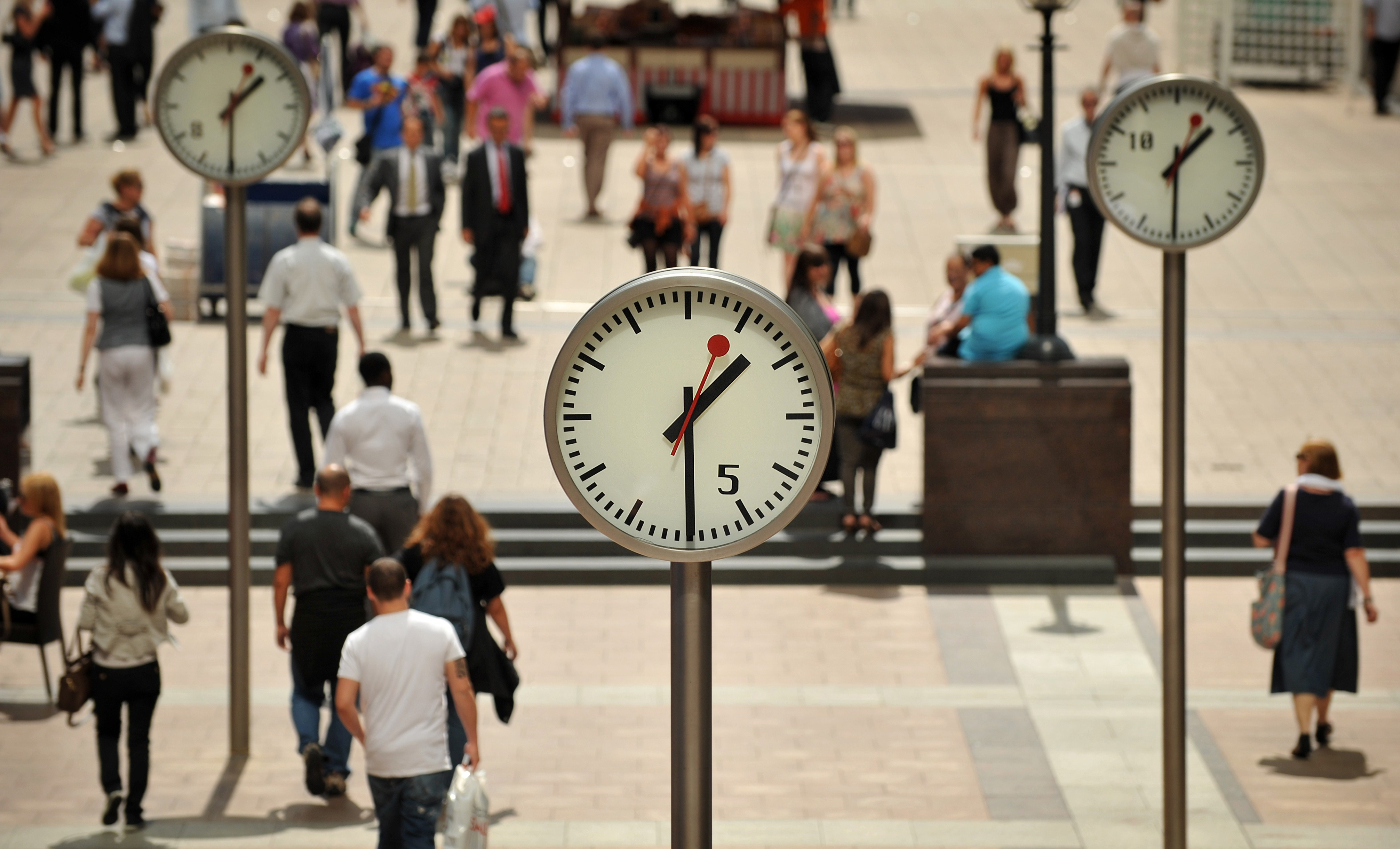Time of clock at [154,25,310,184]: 1:30
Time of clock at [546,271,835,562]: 1:30
